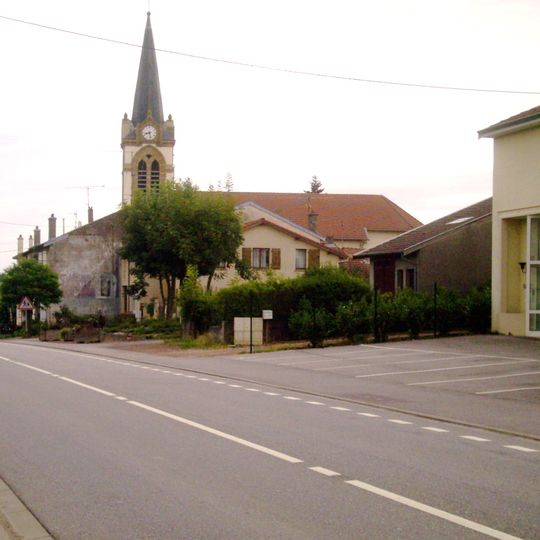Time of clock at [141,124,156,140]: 8:27
